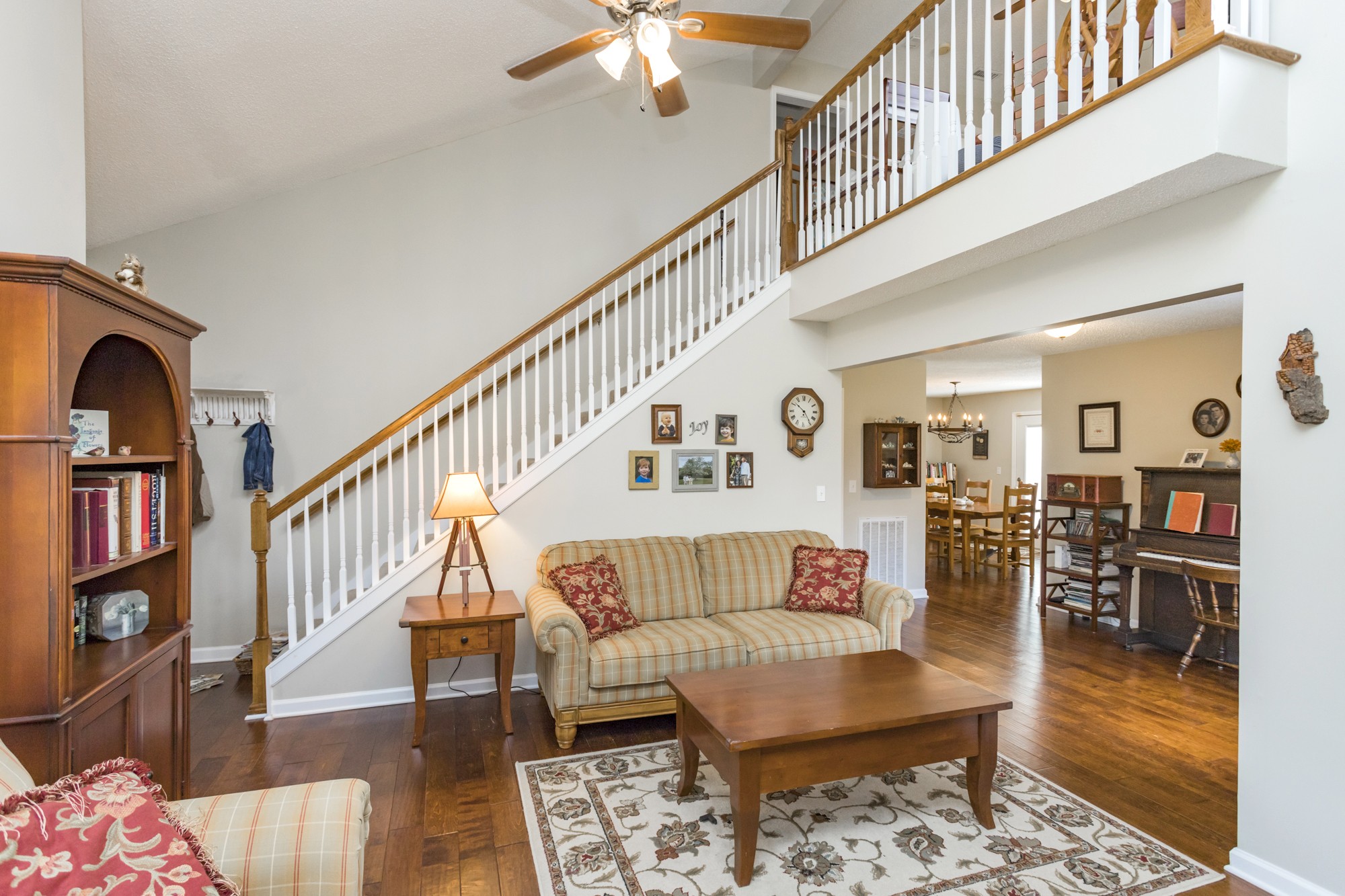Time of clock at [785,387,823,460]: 10:23
